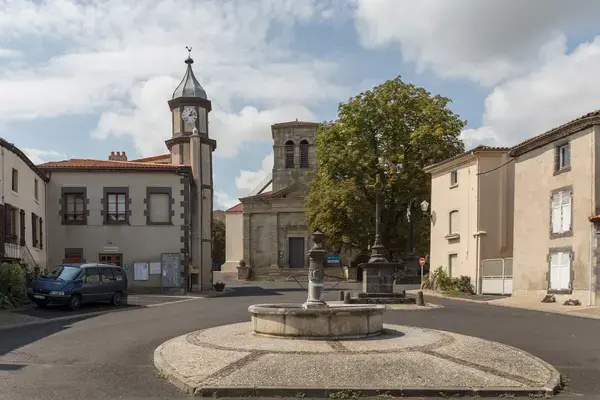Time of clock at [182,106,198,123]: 1:12
